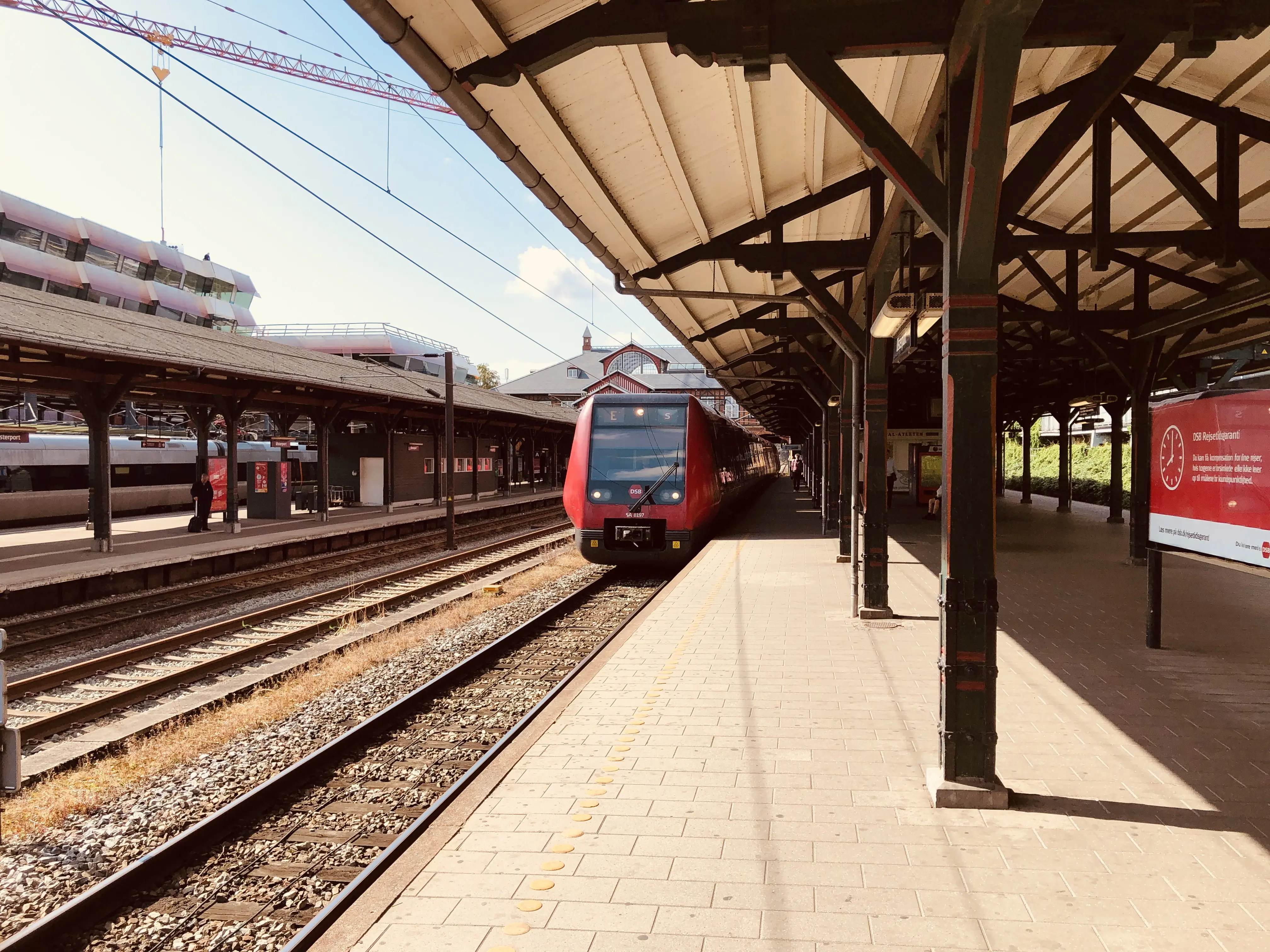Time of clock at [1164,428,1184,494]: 8:00
